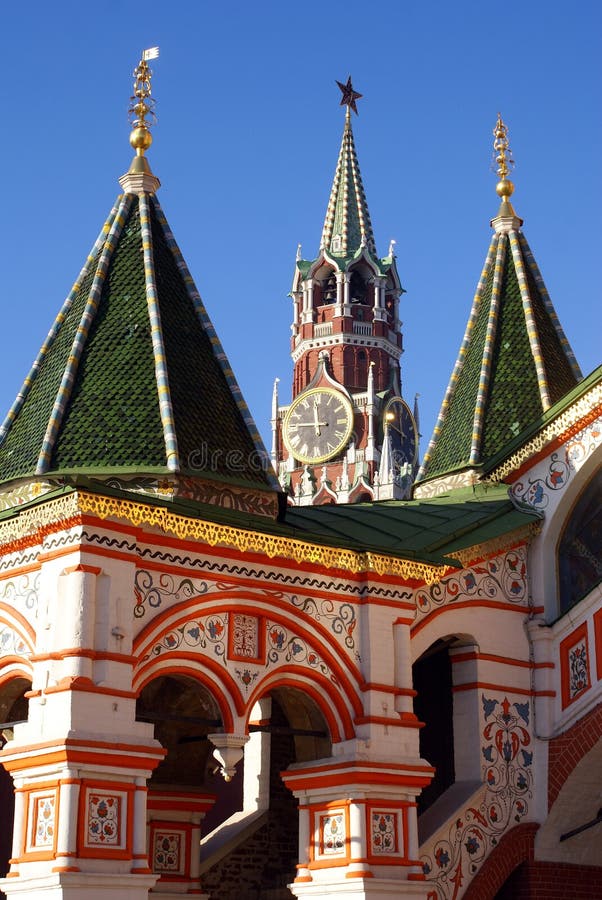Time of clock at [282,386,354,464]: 11:46
